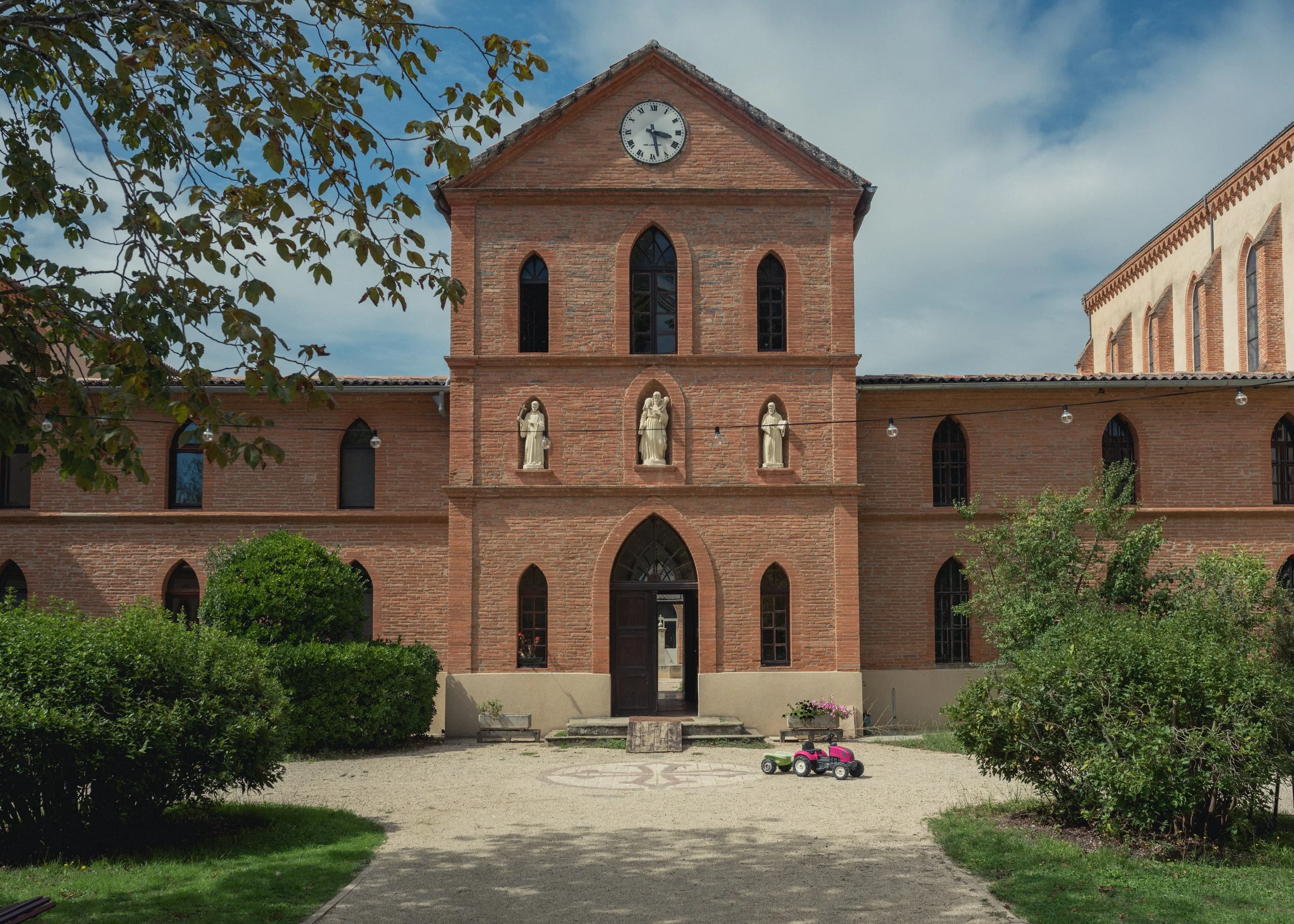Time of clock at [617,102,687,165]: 3:28
